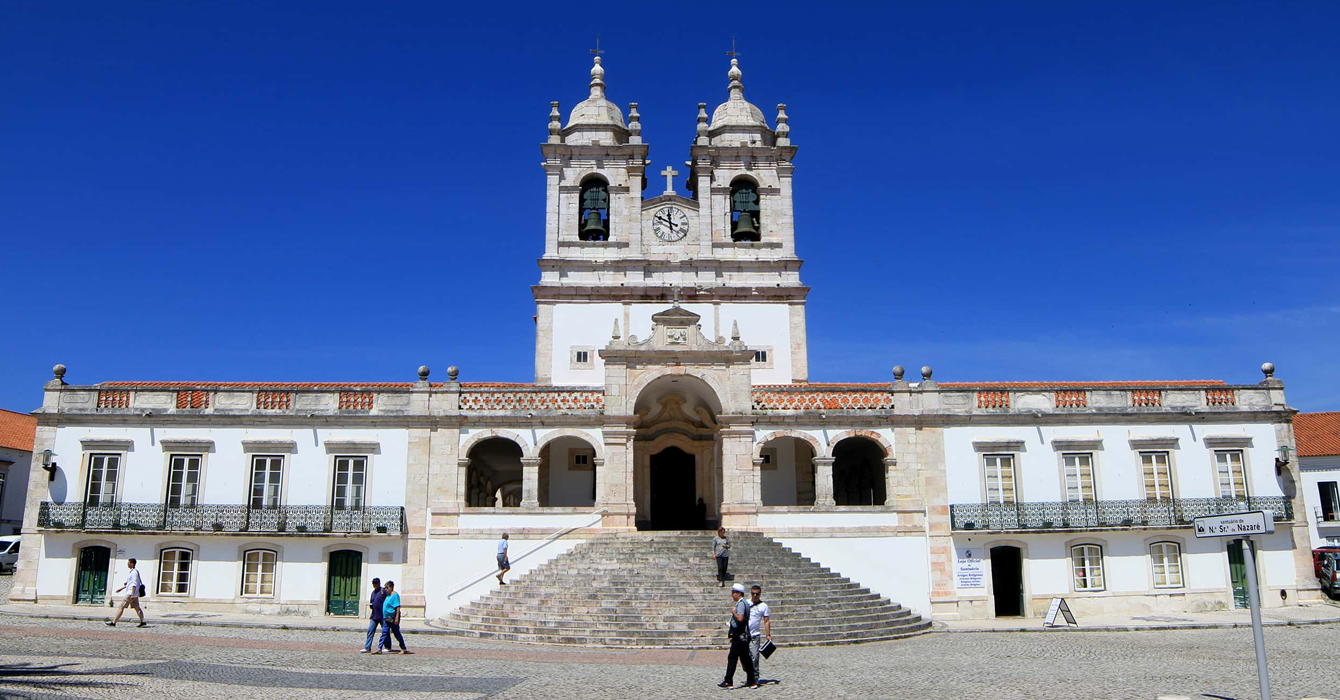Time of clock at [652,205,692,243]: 11:49
